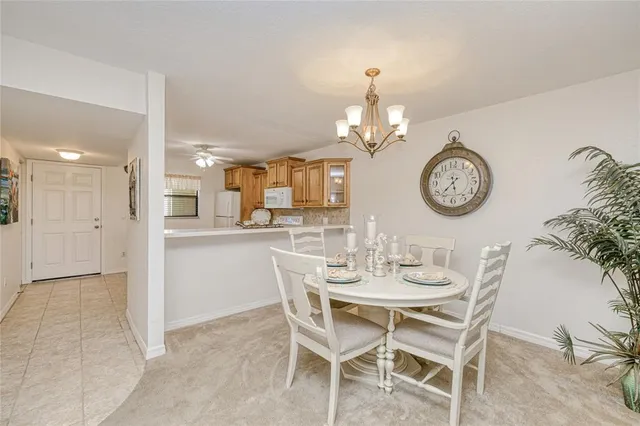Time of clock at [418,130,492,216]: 5:36
